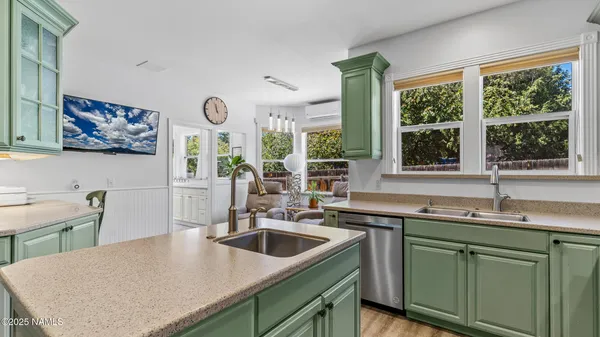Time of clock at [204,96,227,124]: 11:56
